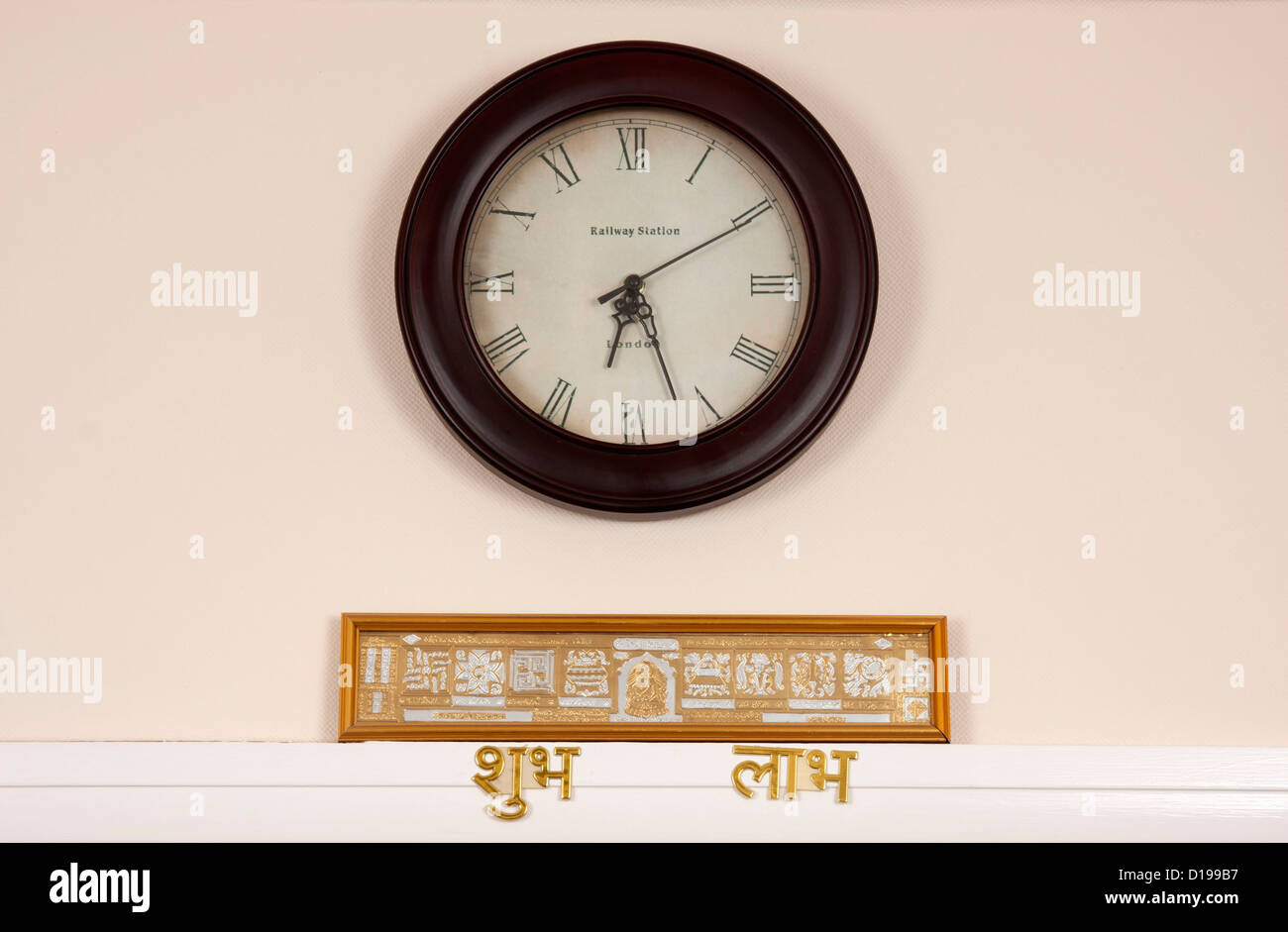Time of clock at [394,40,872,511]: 6:26
